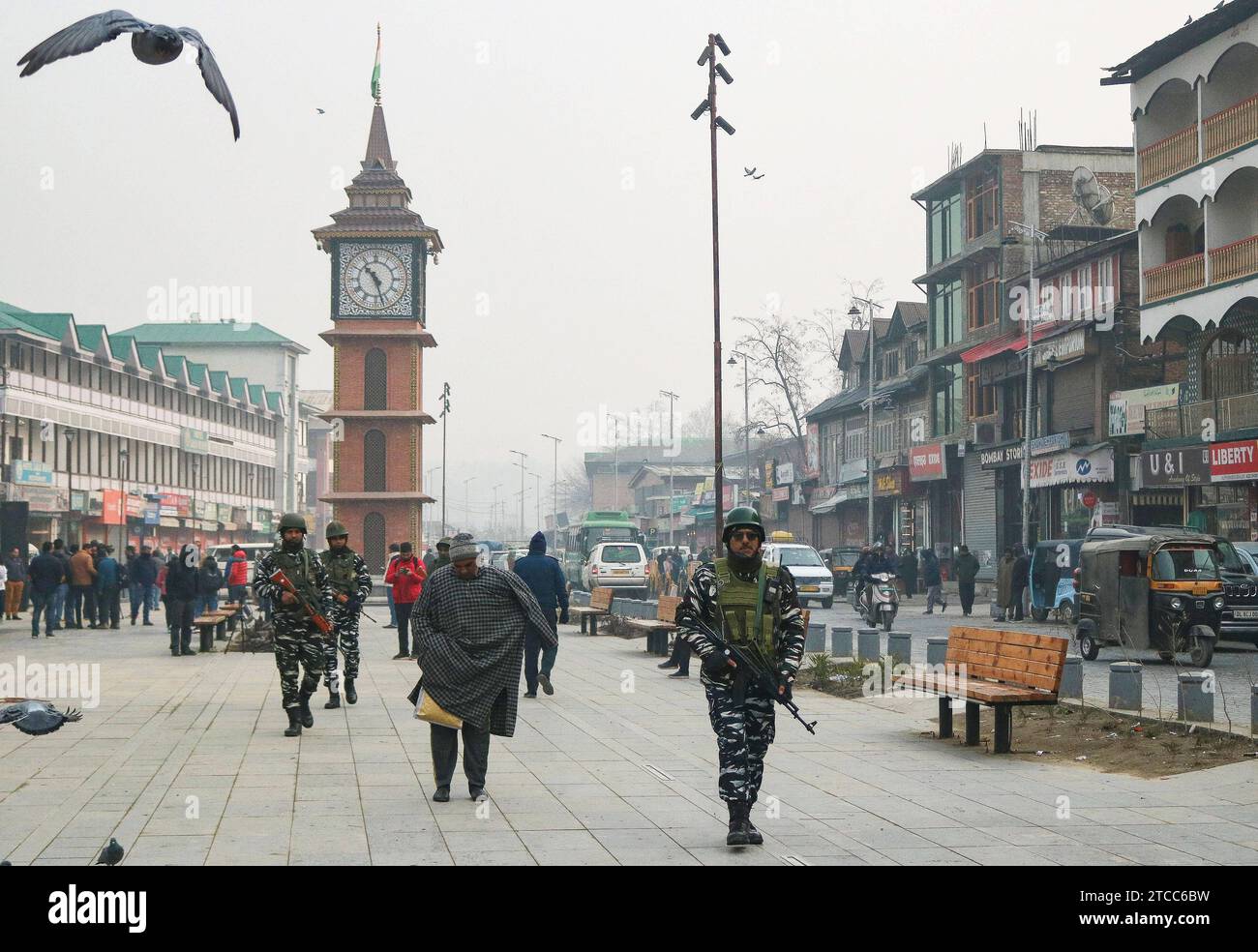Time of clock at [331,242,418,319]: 10:27
